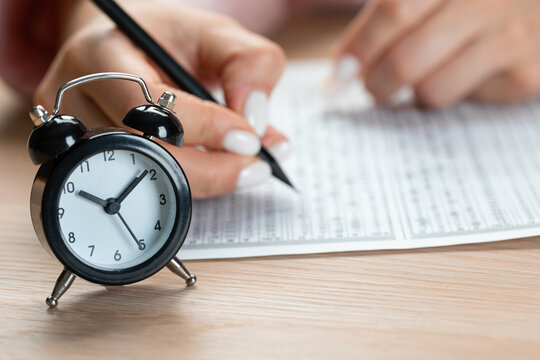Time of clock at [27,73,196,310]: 10:08
